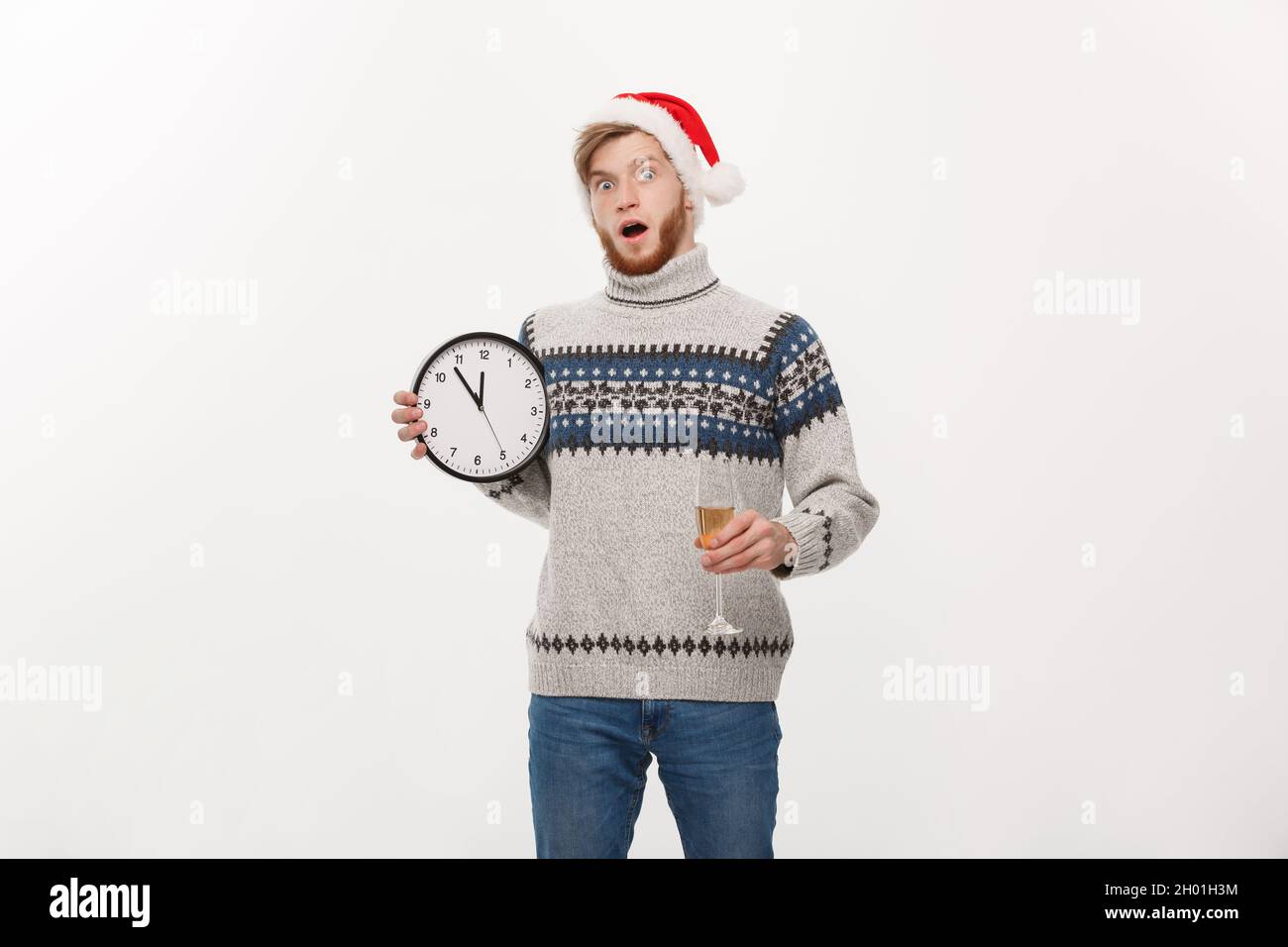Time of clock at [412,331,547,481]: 11:53
